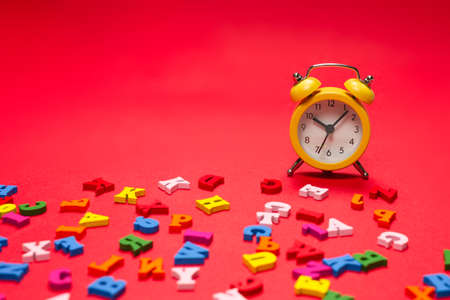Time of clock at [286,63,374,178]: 10:07
